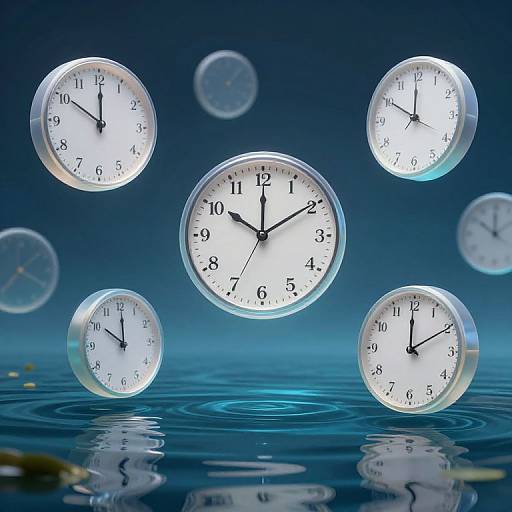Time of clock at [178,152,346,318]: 10:09
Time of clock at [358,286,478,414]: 11:59
